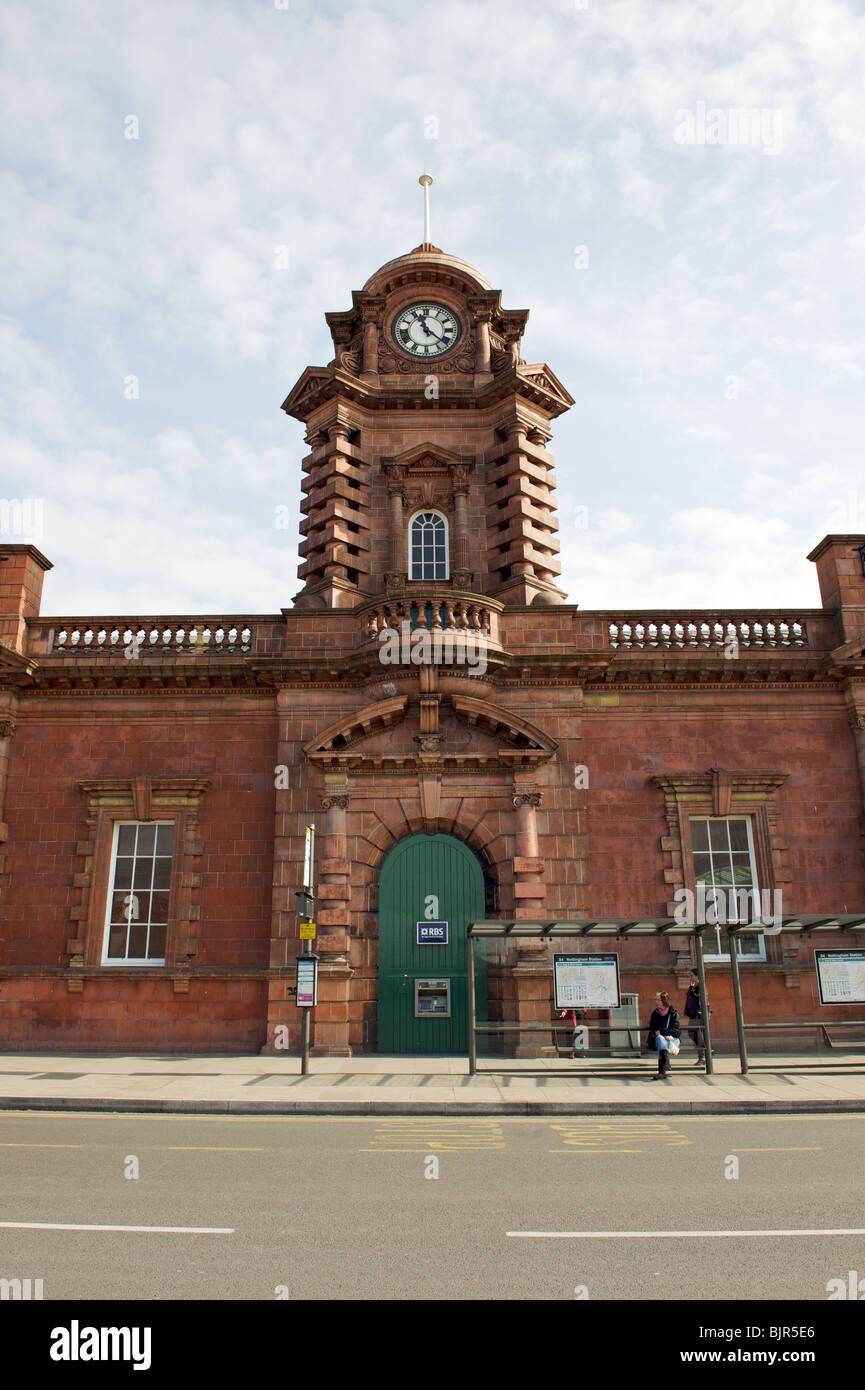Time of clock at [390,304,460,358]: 11:21
